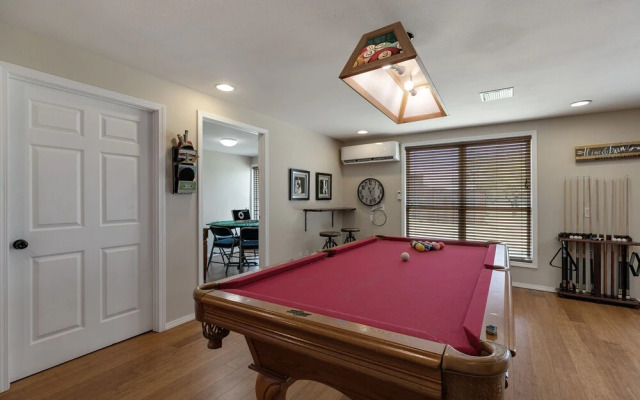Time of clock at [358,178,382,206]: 1:26
